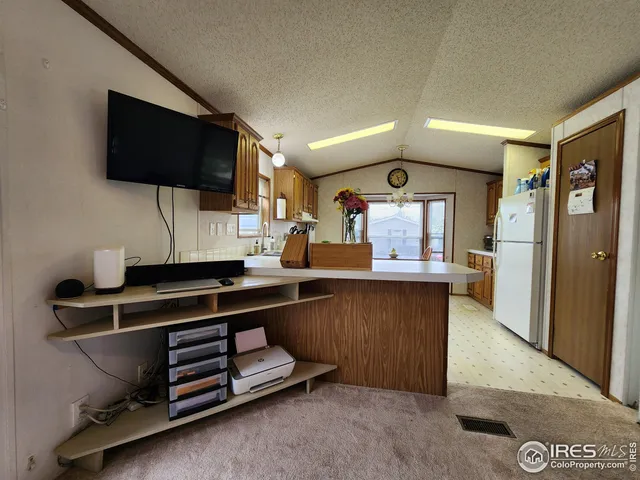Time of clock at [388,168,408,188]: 5:12
